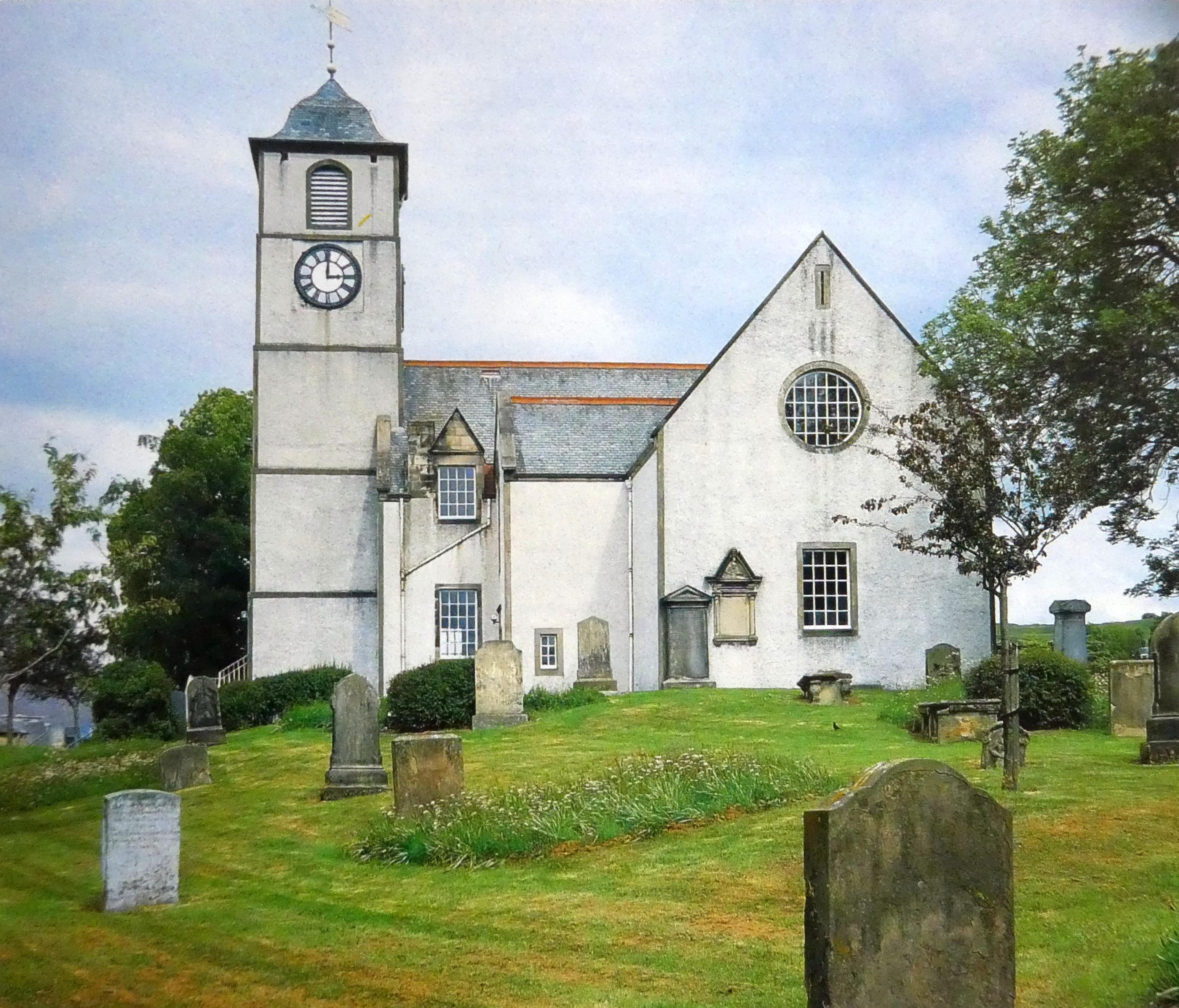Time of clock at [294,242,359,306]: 3:00
